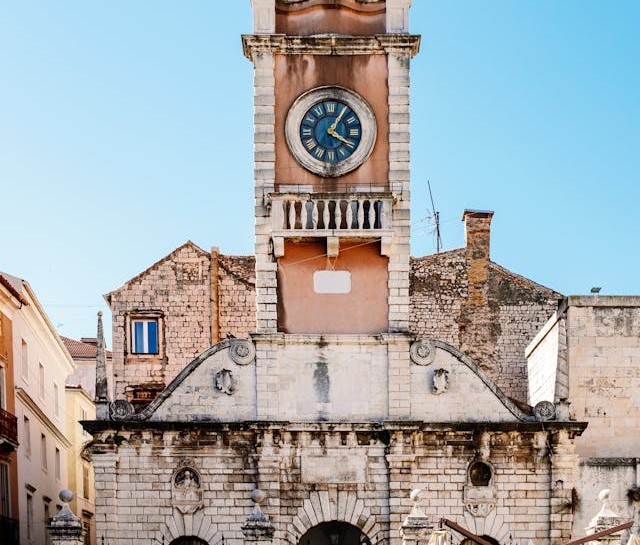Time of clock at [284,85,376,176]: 4:05
